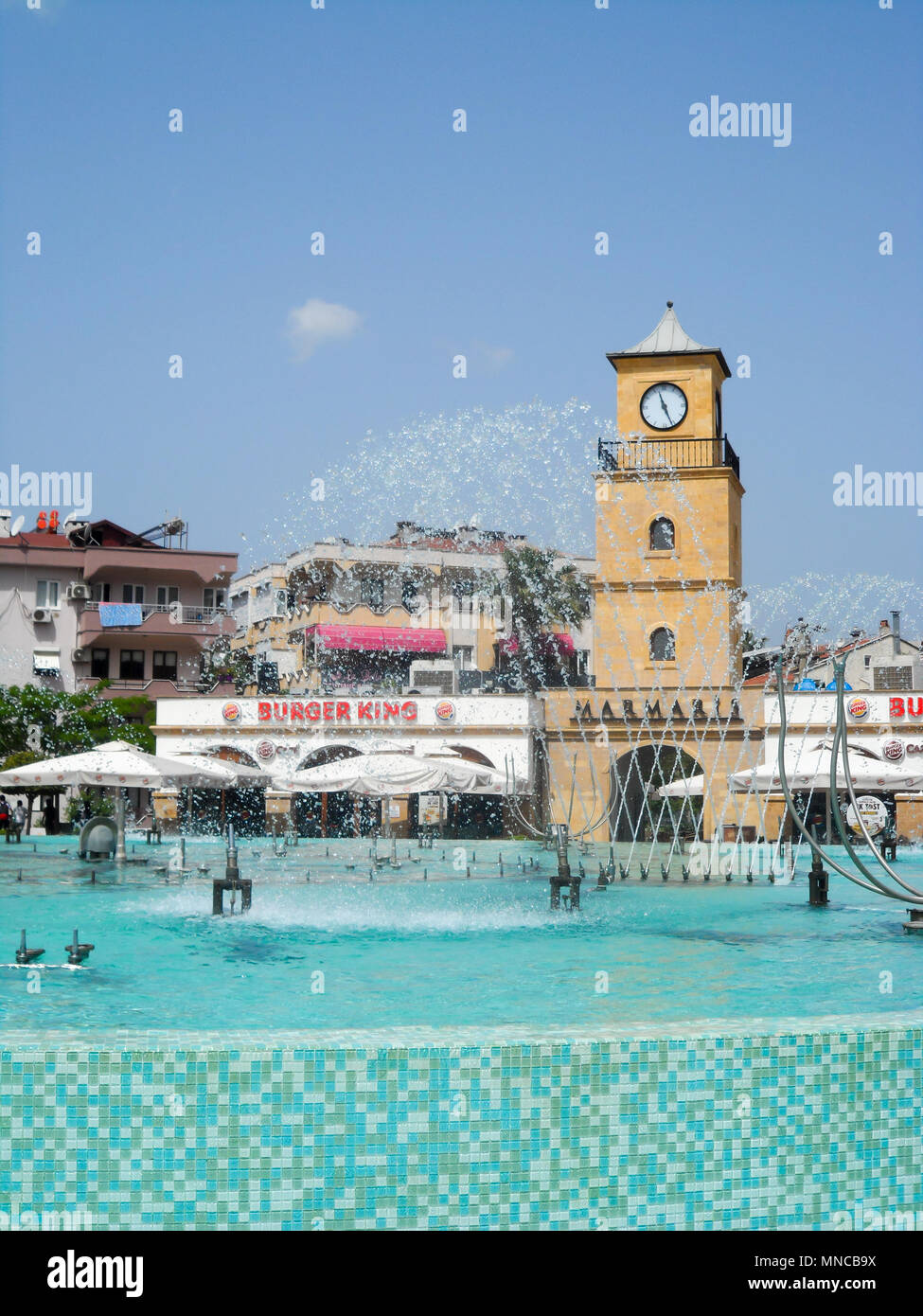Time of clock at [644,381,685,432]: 11:26
